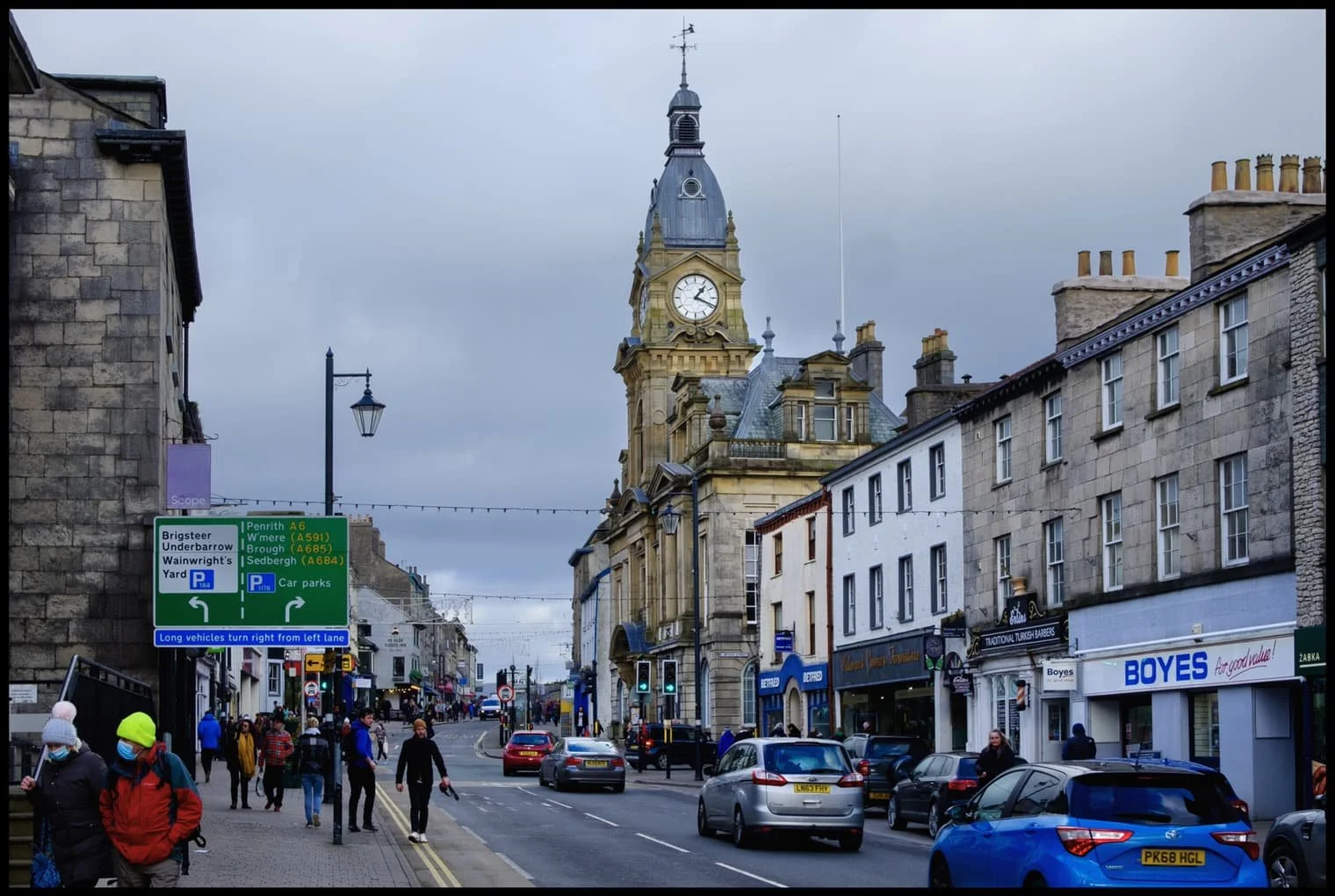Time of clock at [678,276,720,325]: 1:18
